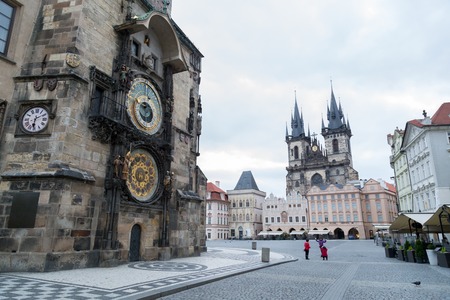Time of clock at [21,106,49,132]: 6:09
